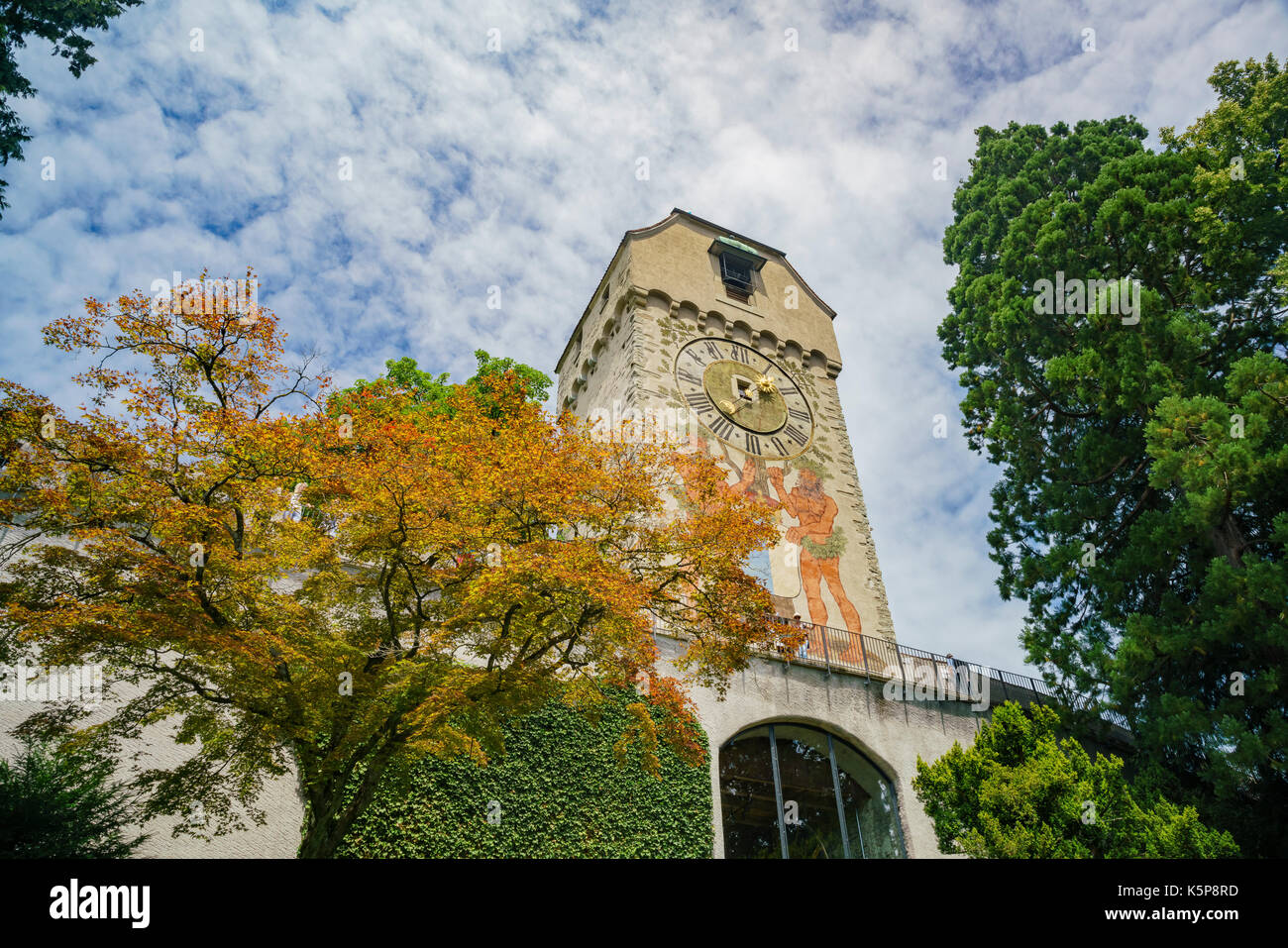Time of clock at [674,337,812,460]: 1:36
